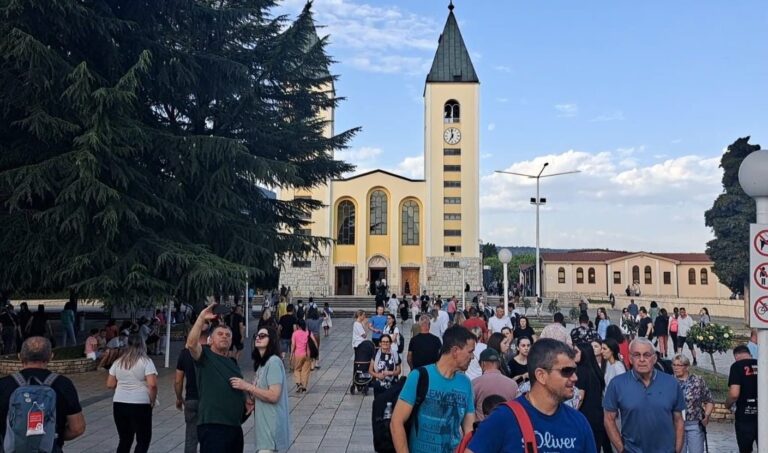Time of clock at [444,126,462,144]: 6:58
